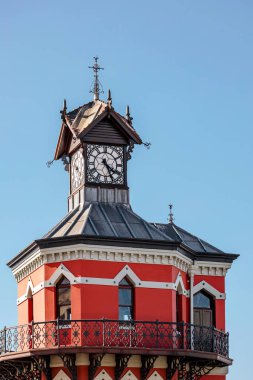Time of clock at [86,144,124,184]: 4:26
